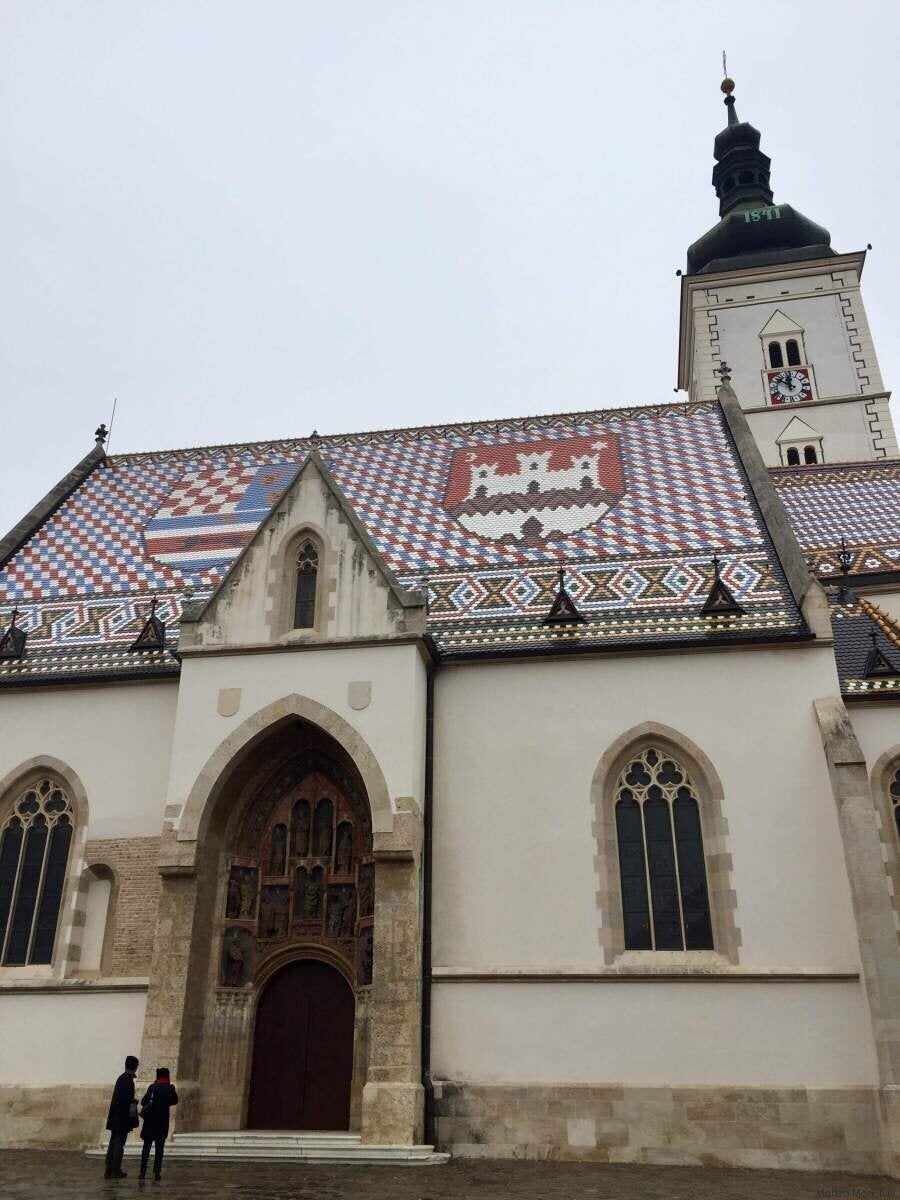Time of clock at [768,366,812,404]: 11:50
